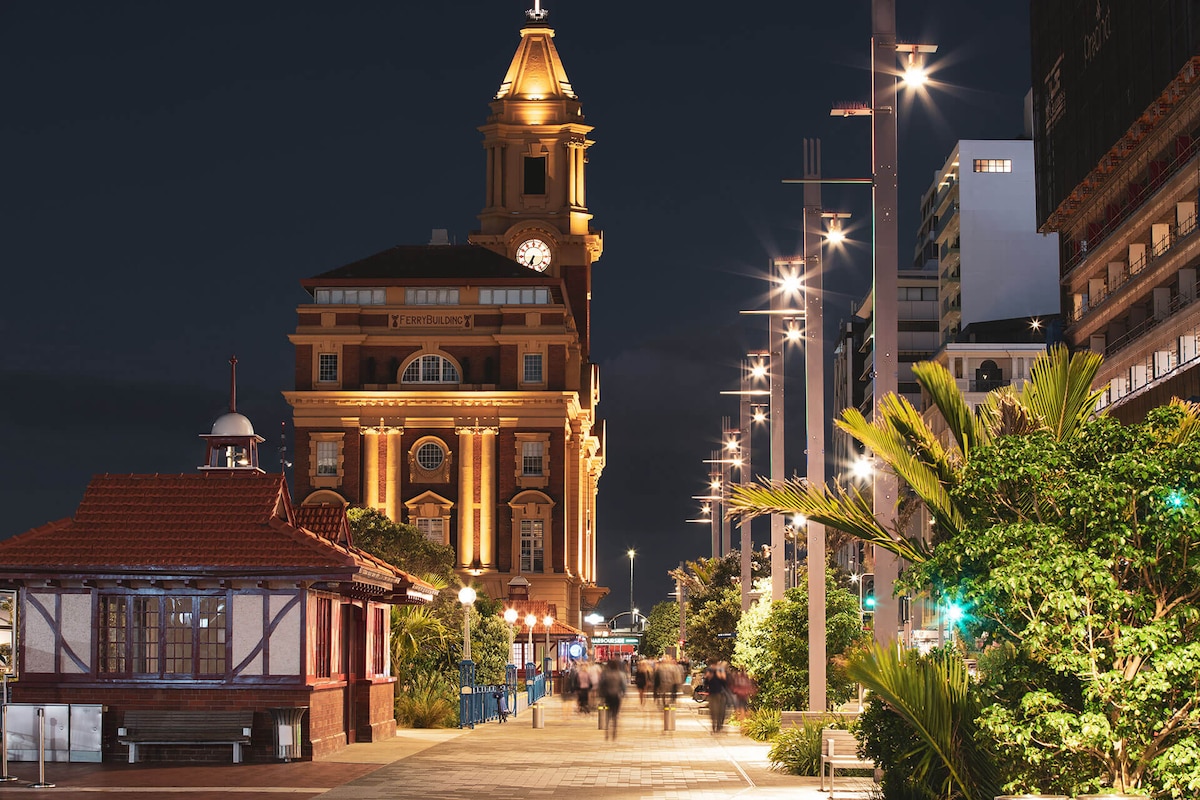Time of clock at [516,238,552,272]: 6:34
